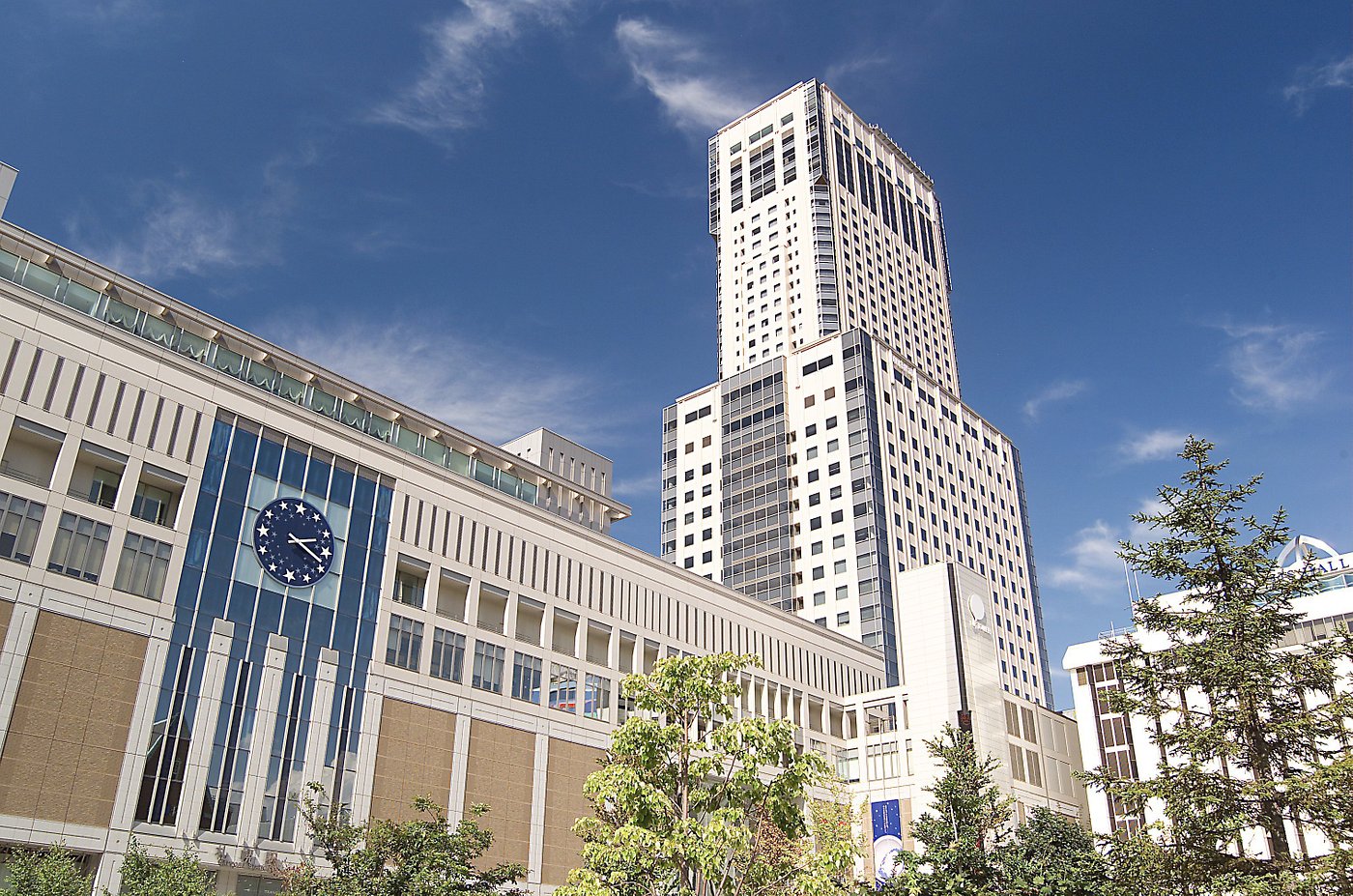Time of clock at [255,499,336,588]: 2:18
